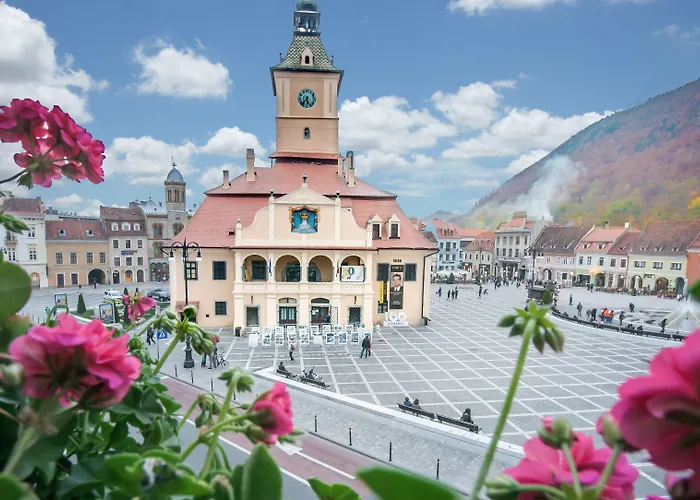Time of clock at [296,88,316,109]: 5:36
